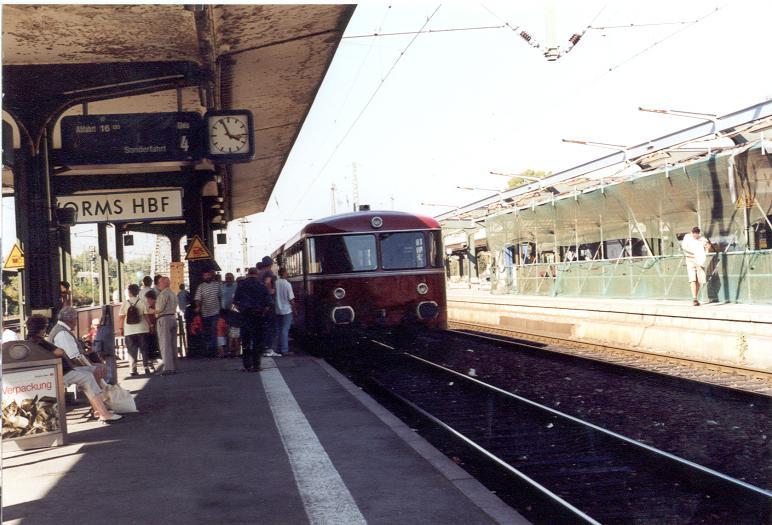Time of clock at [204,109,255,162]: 3:56
